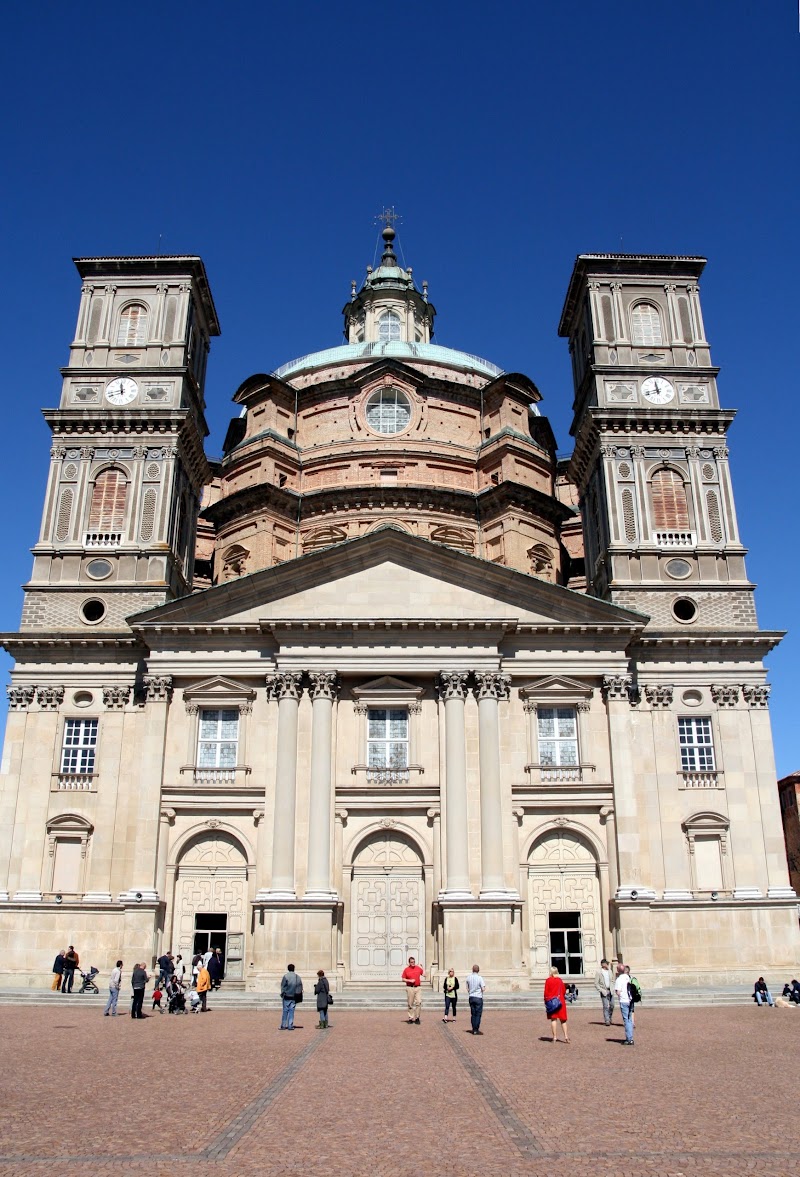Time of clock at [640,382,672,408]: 11:42
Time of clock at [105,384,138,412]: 11:42
